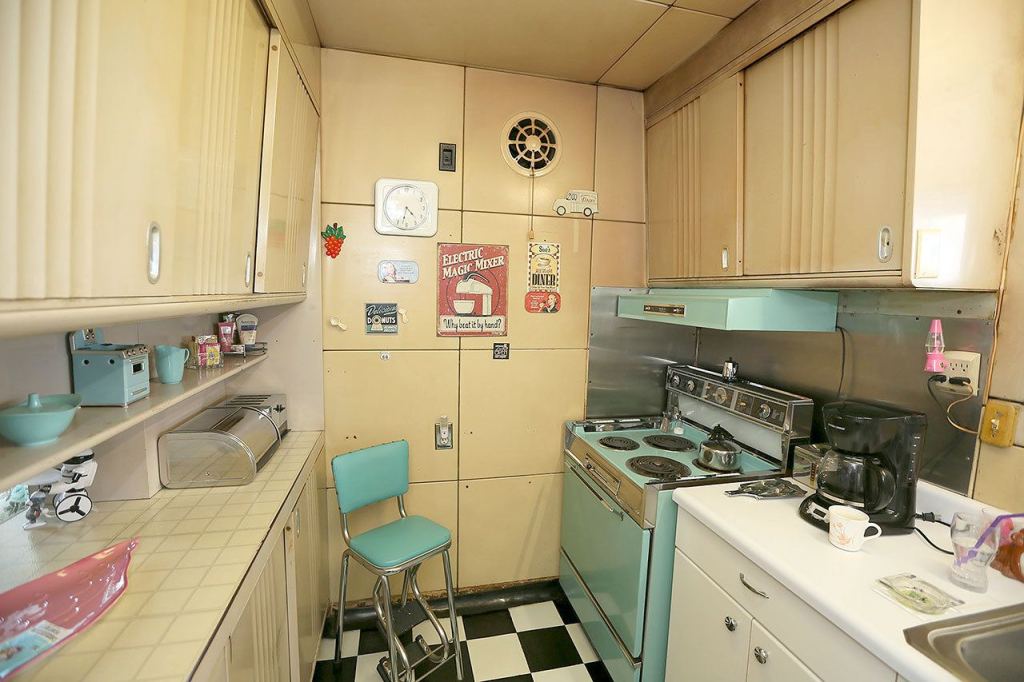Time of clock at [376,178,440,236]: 4:32
